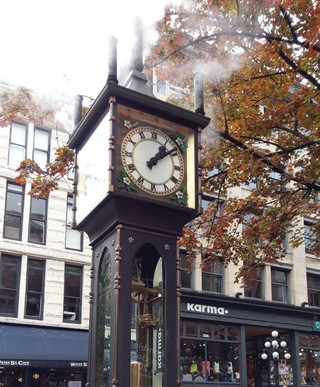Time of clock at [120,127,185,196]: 1:08
